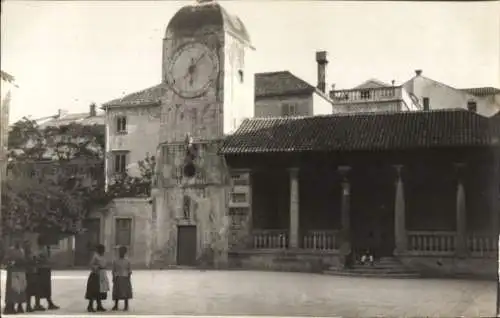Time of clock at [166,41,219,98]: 6:07
